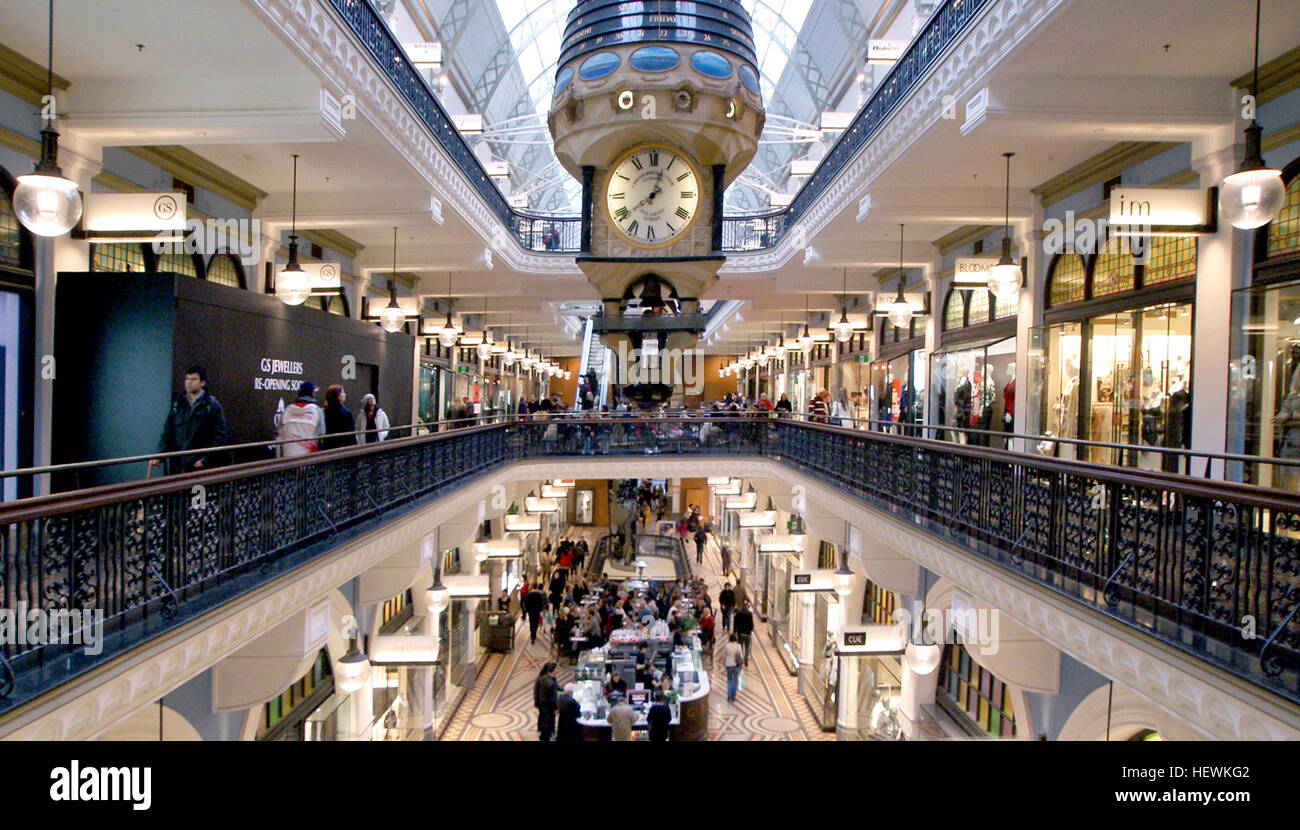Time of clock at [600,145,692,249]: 12:38
